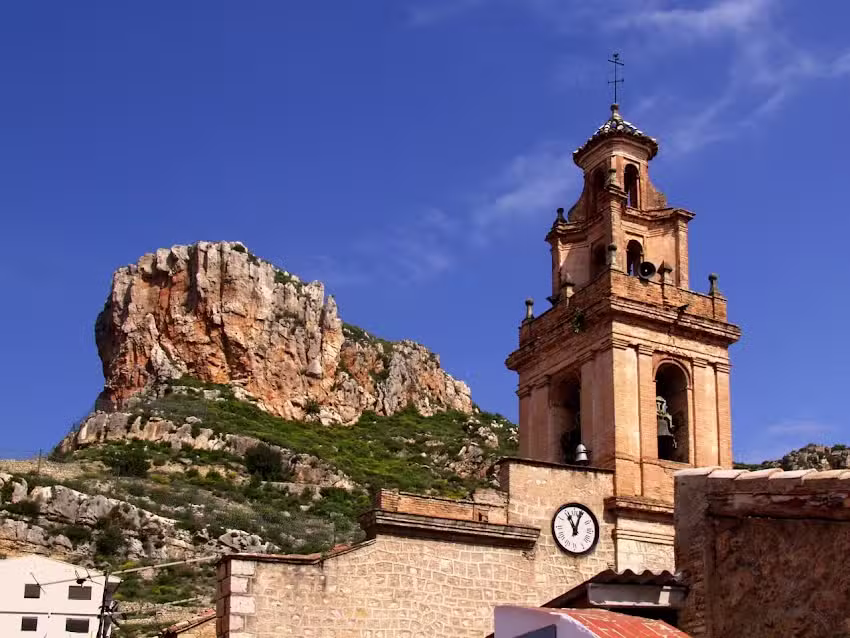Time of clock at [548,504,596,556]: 11:03
